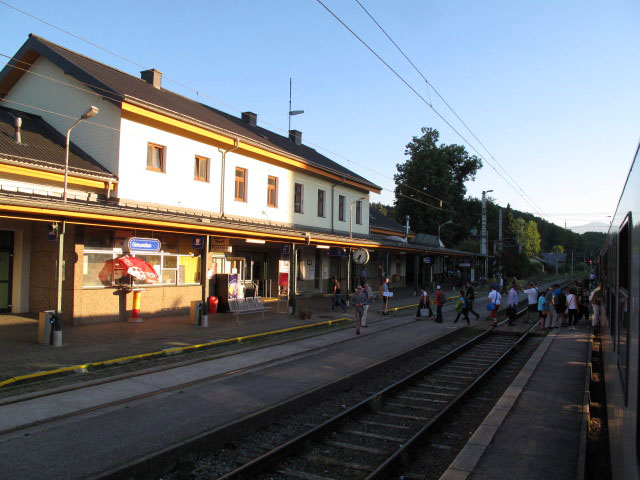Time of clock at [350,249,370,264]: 7:32
